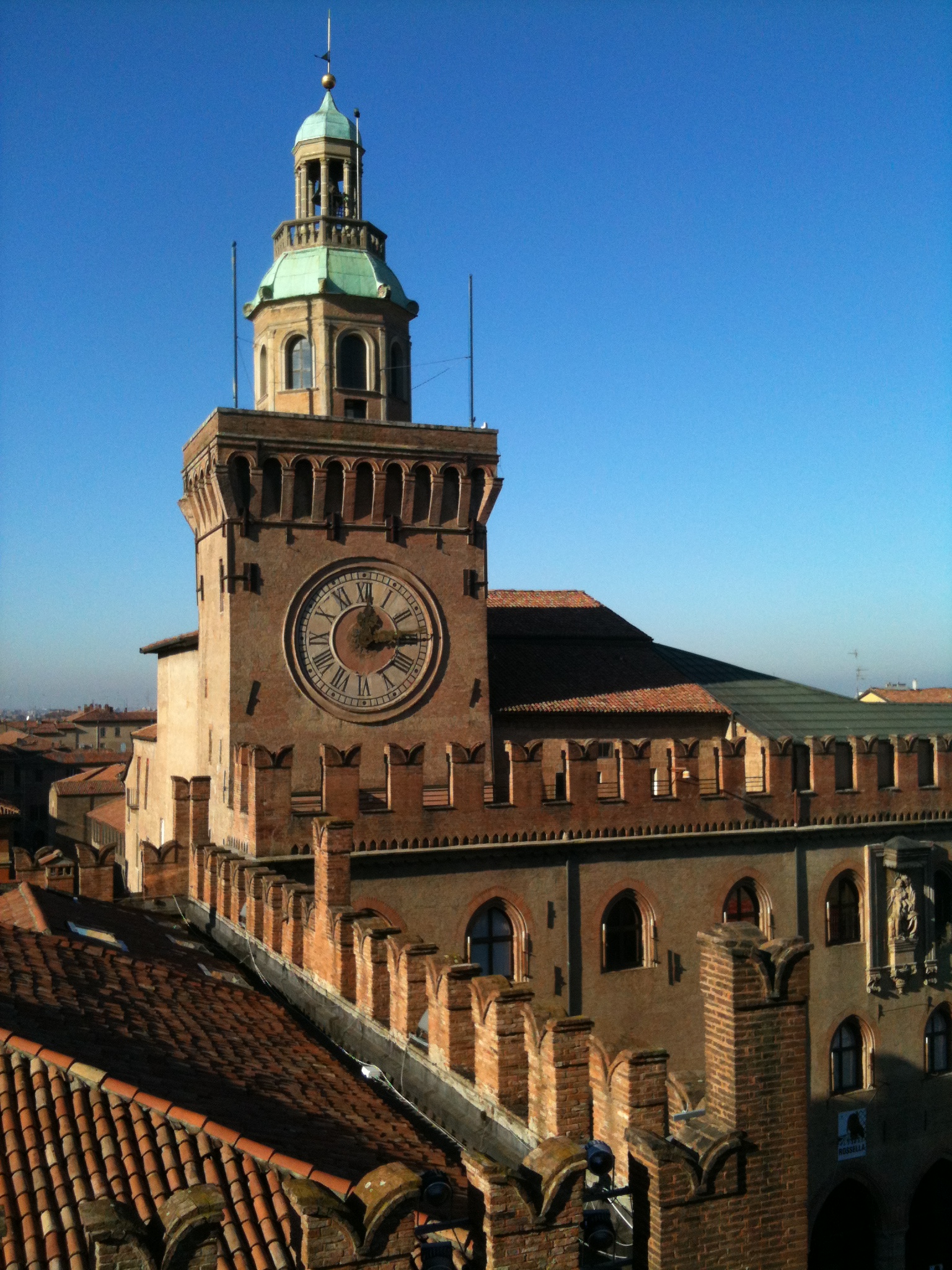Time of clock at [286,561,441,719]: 12:14
